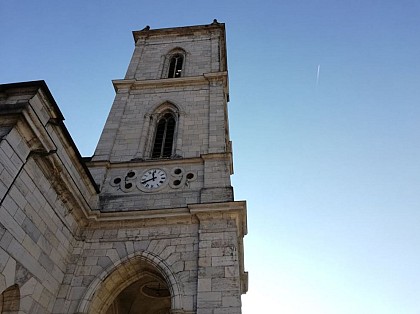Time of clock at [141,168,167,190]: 11:40
